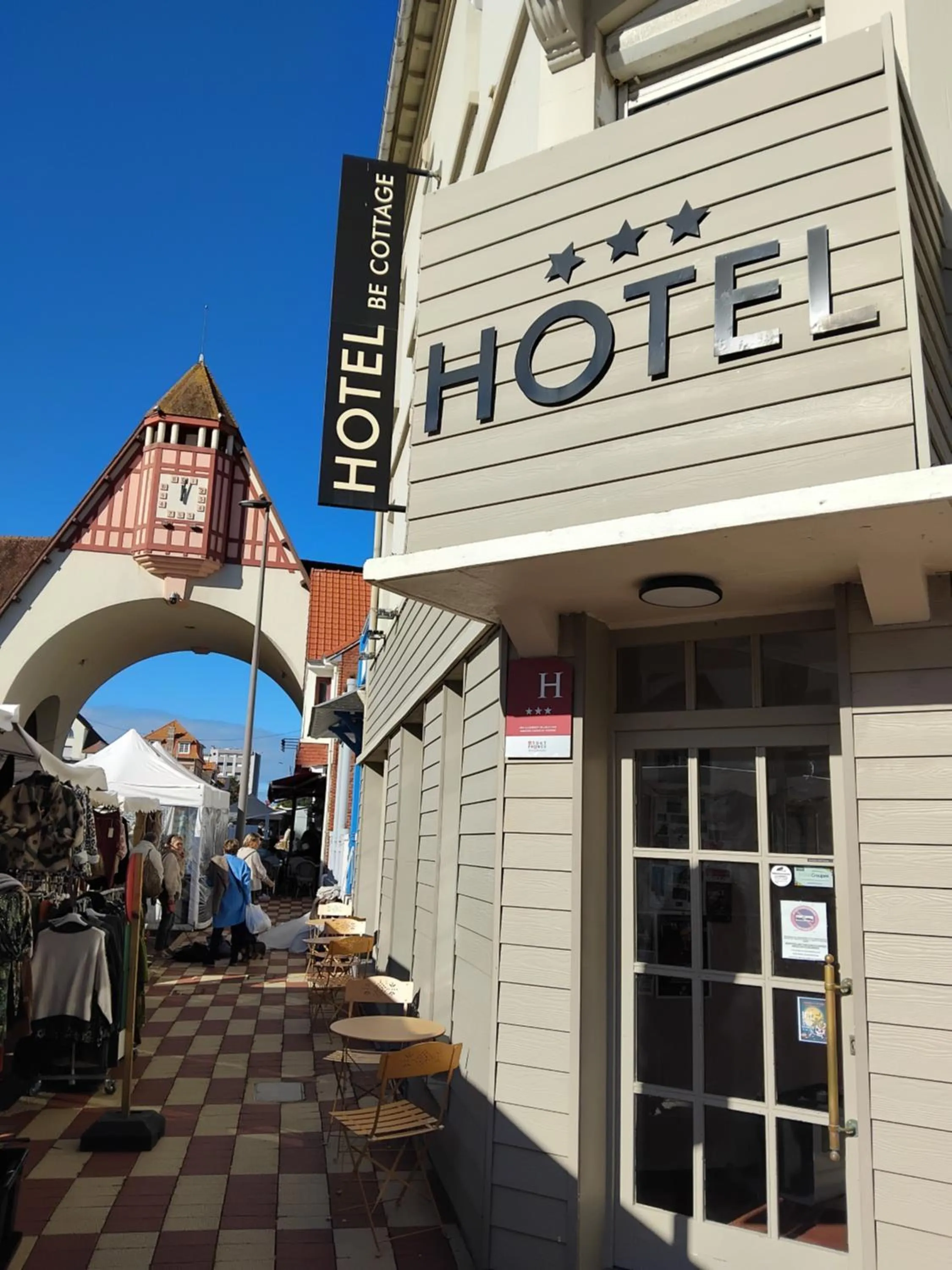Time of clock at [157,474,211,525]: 12:03
